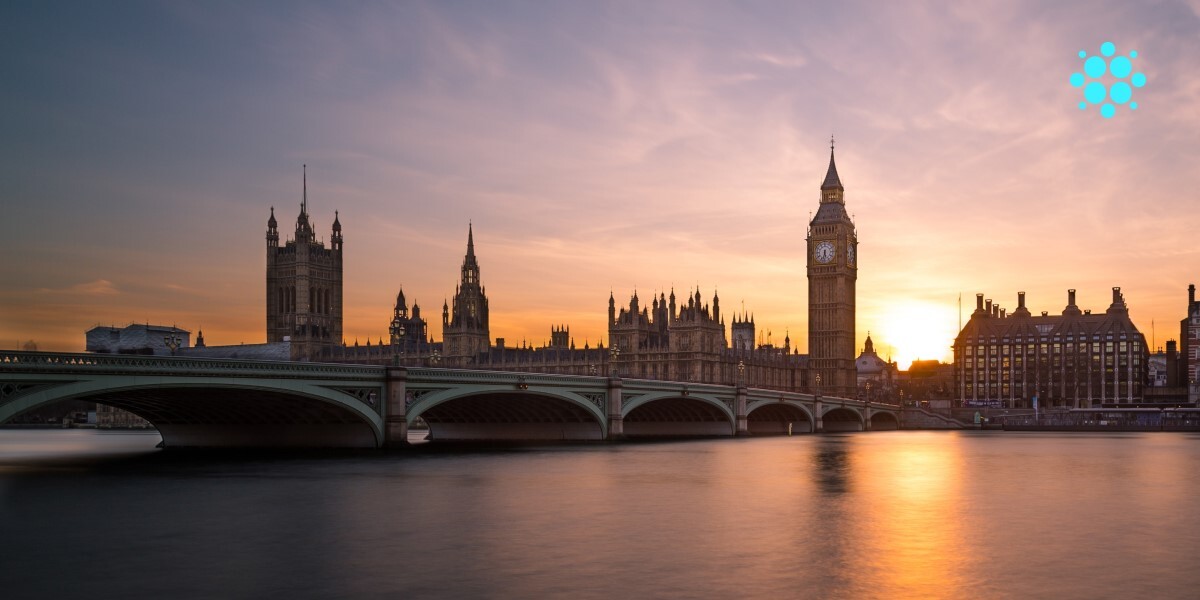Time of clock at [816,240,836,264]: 5:32
